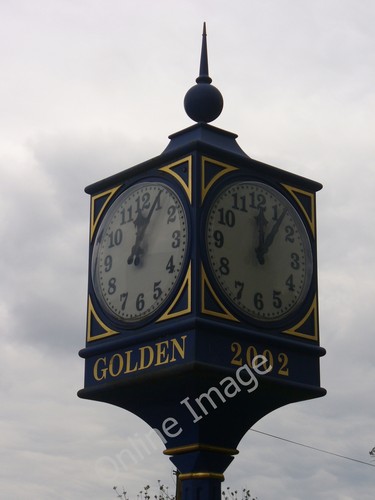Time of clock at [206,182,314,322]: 12:06
